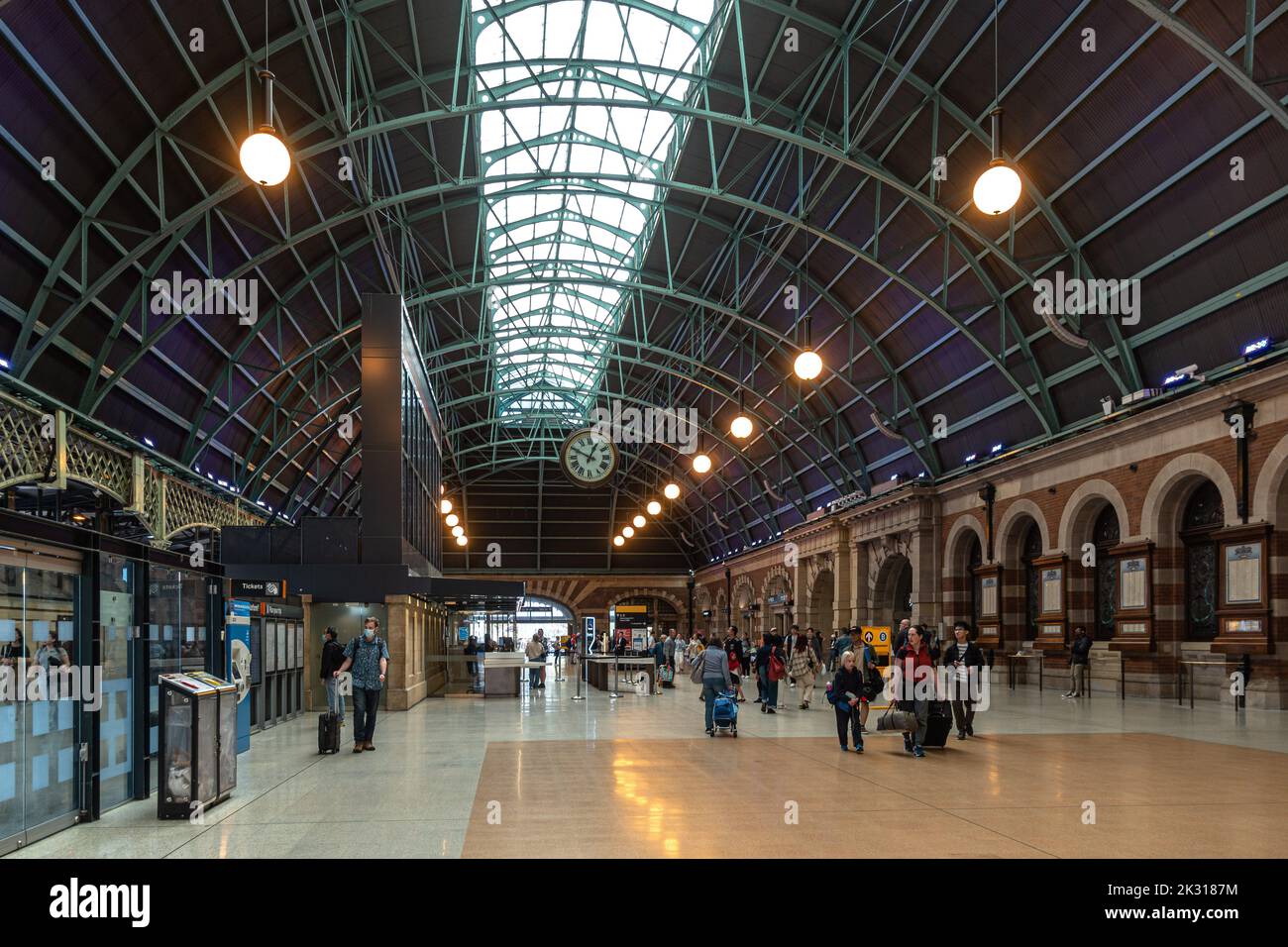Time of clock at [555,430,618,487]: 12:49
